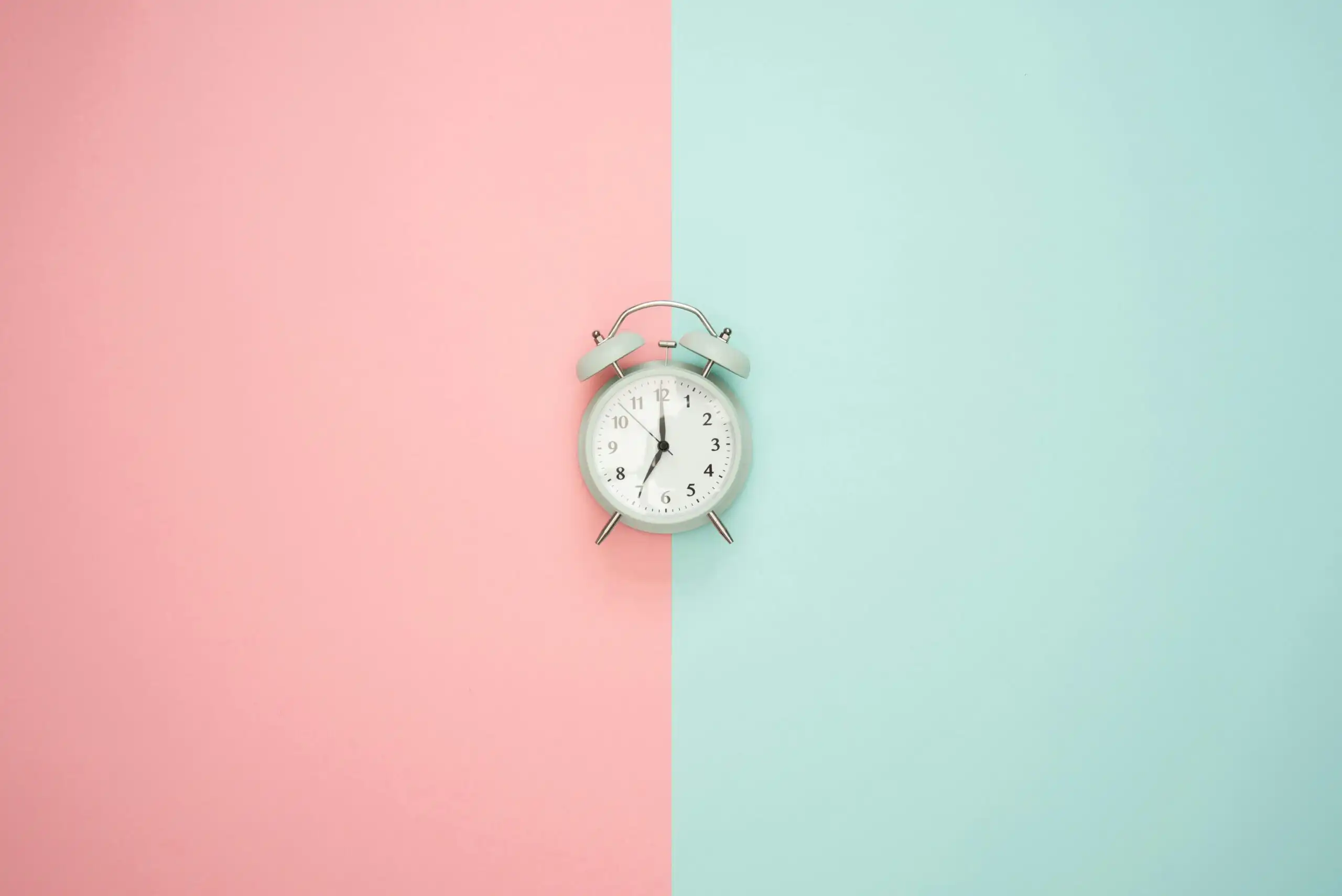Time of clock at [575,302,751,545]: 7:00
